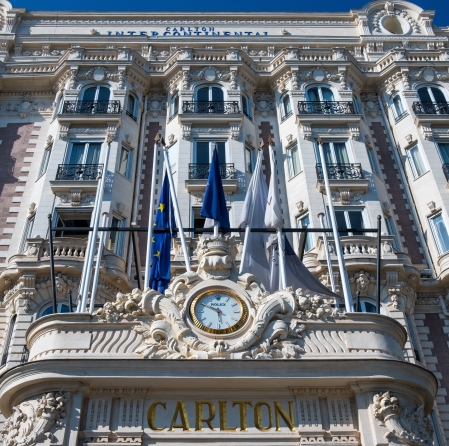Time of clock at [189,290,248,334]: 5:49
